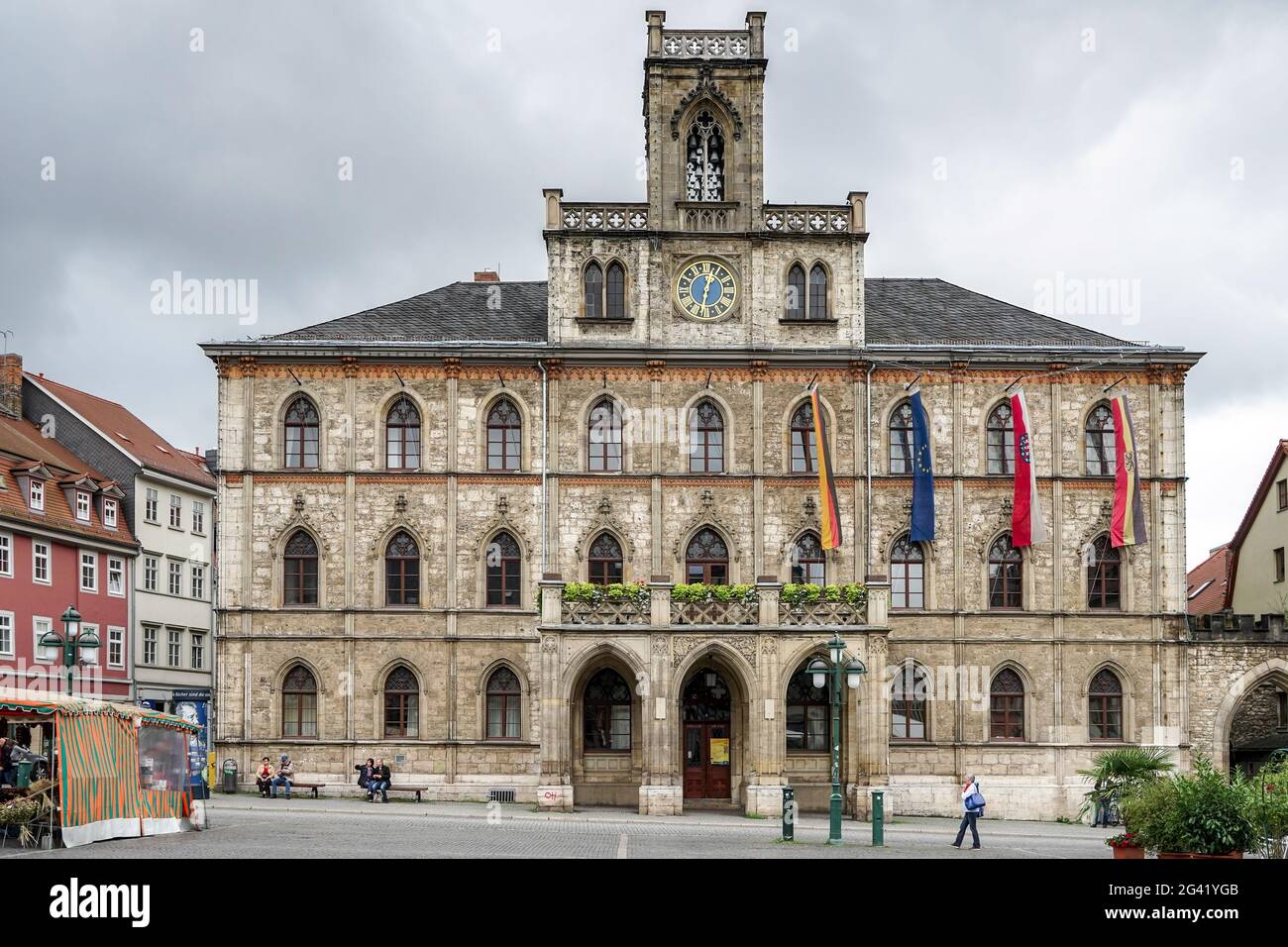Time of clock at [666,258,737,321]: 12:30
